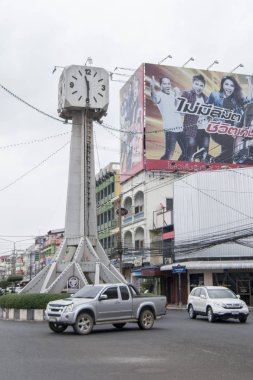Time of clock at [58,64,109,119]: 11:29
